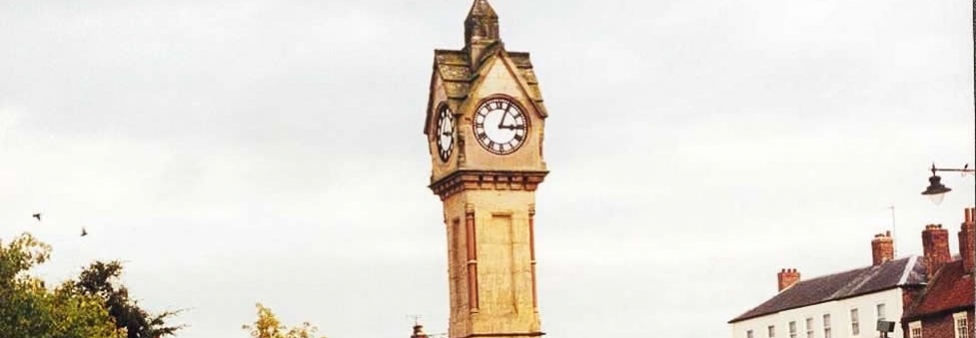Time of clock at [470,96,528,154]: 3:04
